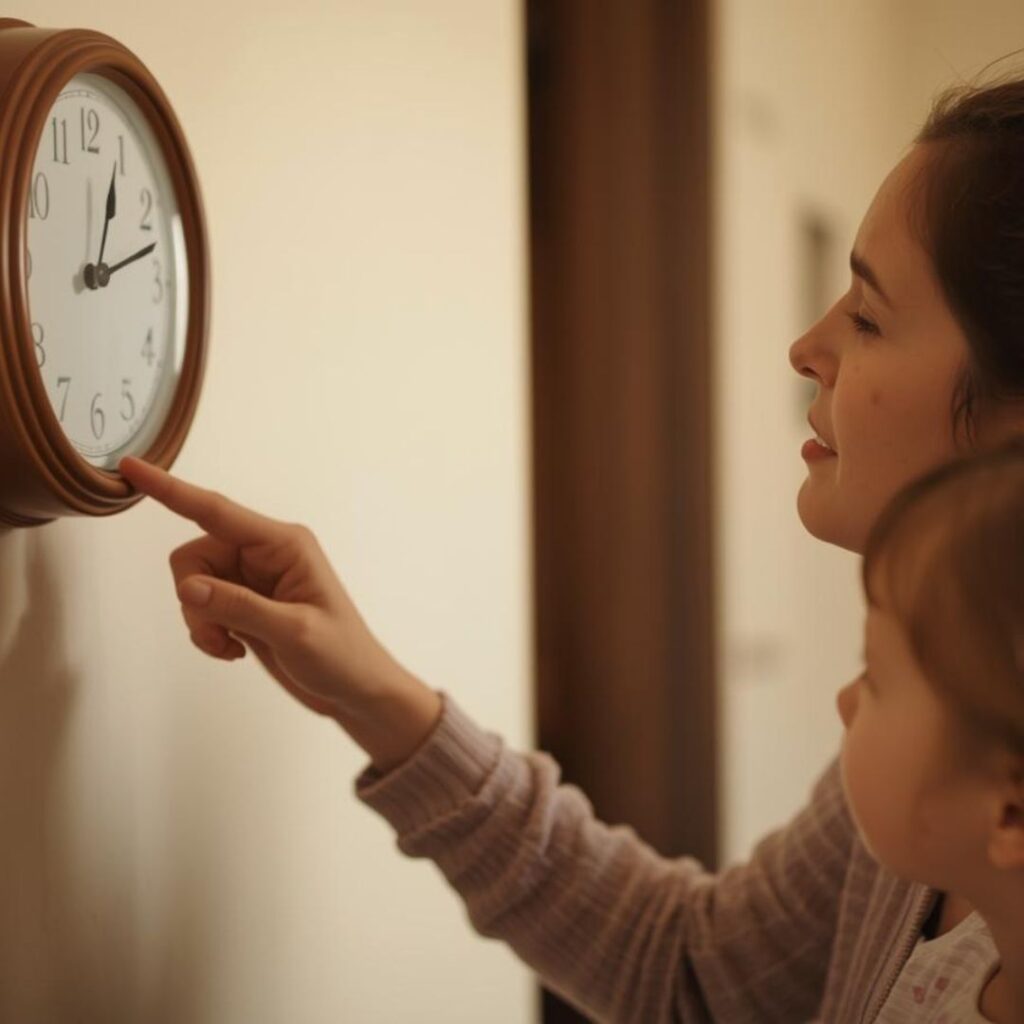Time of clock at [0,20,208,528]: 1:12
